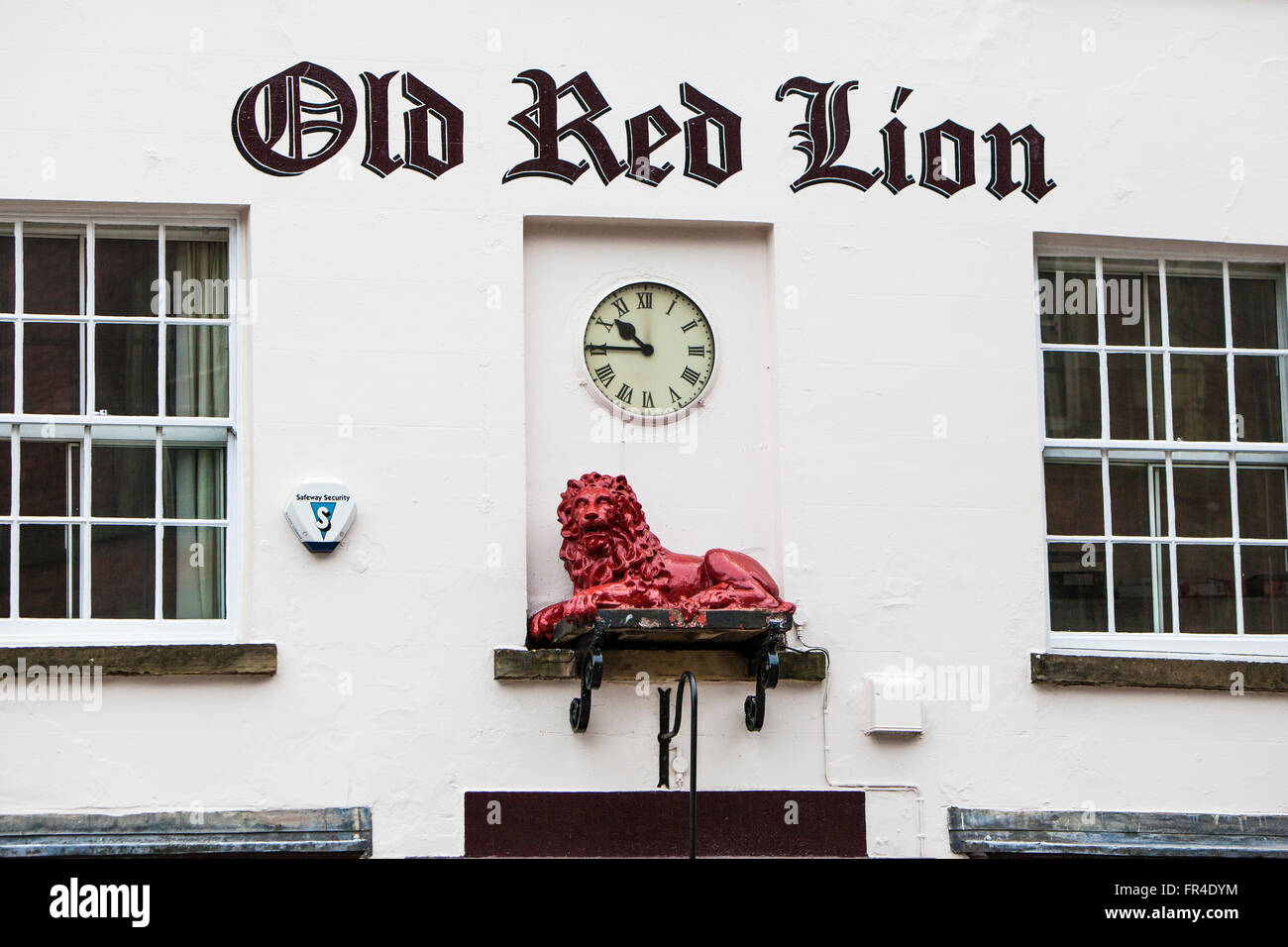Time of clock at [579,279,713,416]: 10:45
